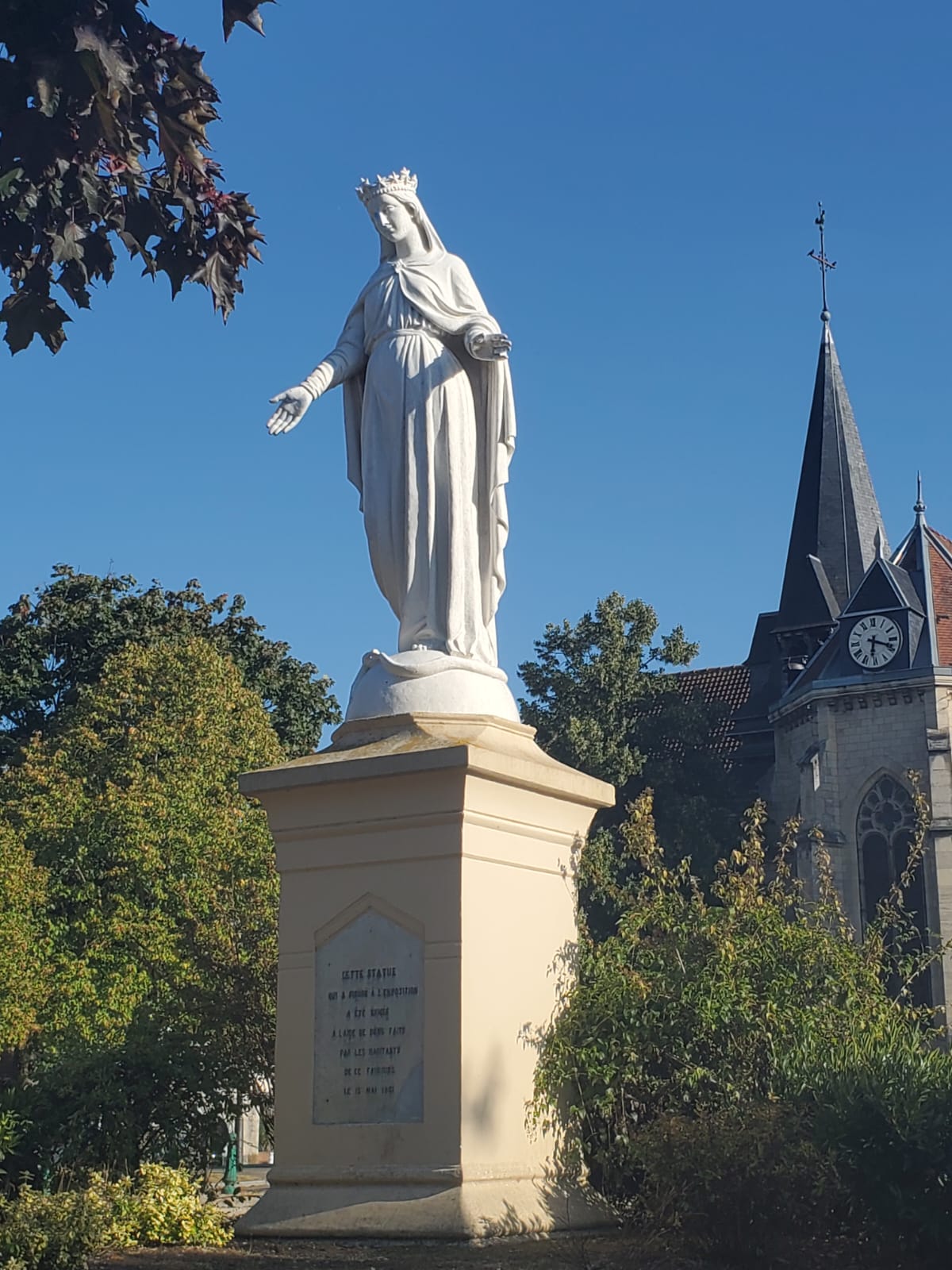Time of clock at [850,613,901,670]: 6:18
